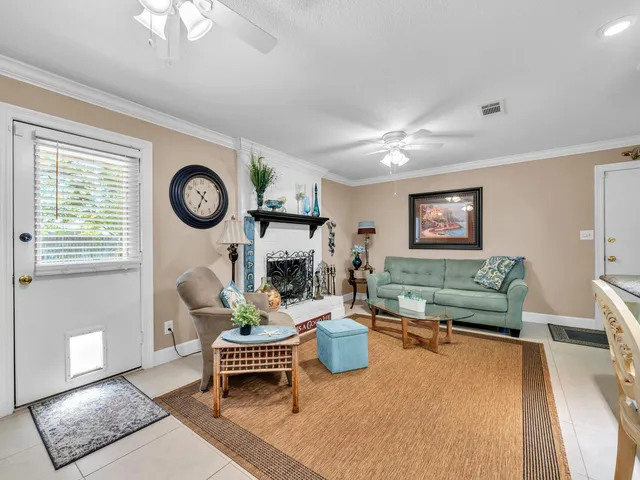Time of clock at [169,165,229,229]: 10:34
